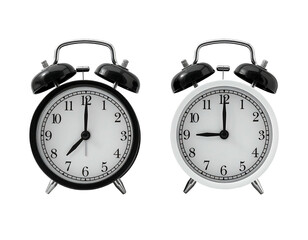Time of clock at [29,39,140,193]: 12:00
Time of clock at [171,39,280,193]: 9:00
